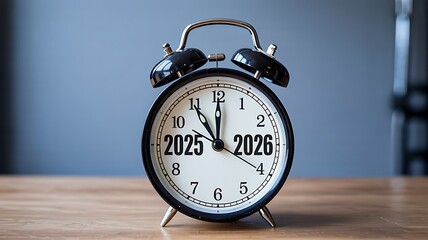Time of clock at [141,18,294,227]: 11:00
